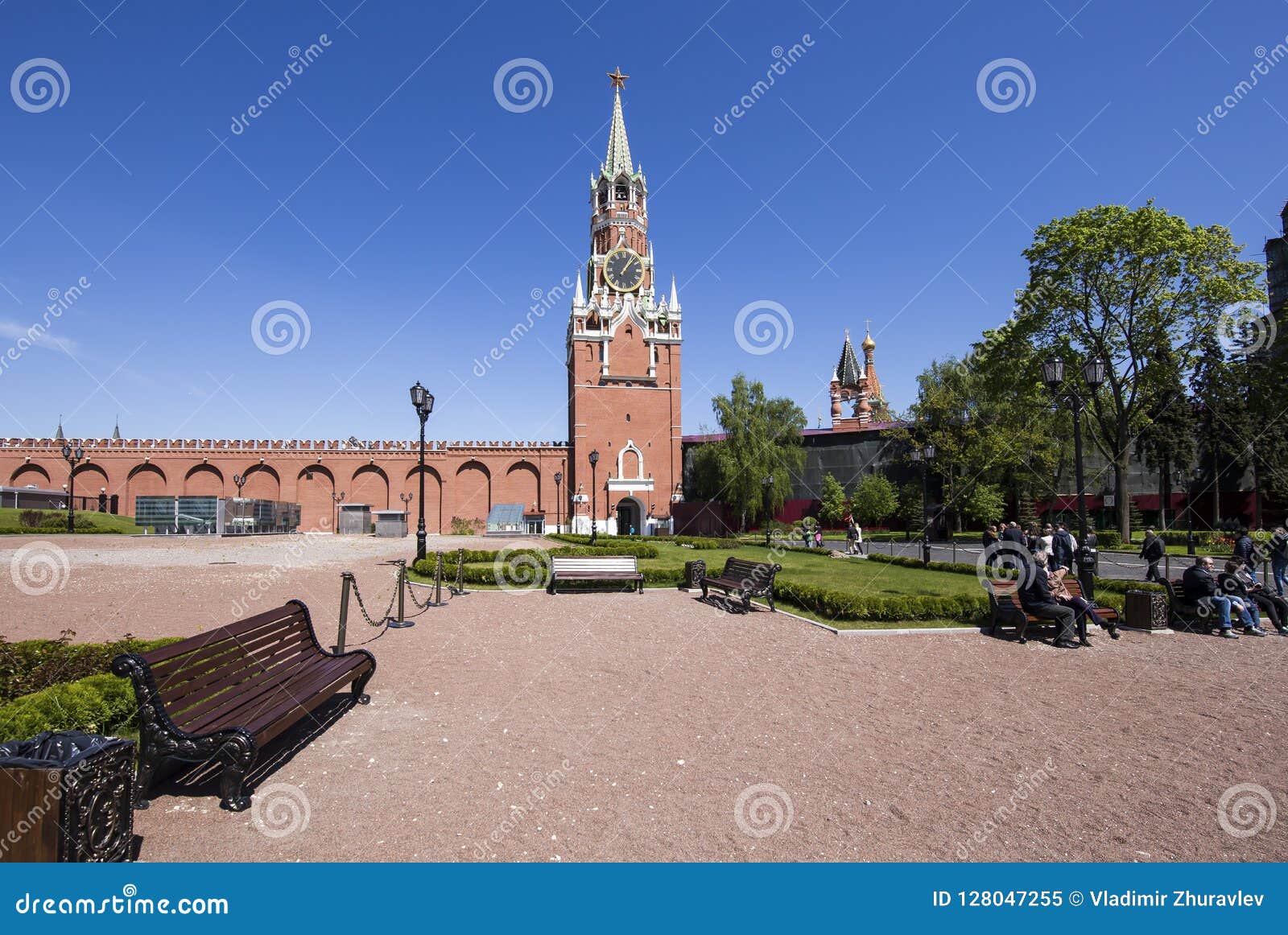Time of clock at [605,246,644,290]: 1:07
